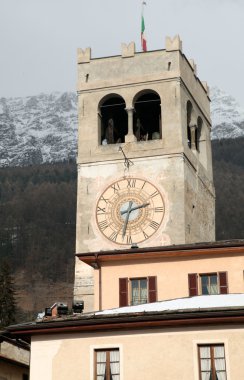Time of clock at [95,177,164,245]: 2:32
